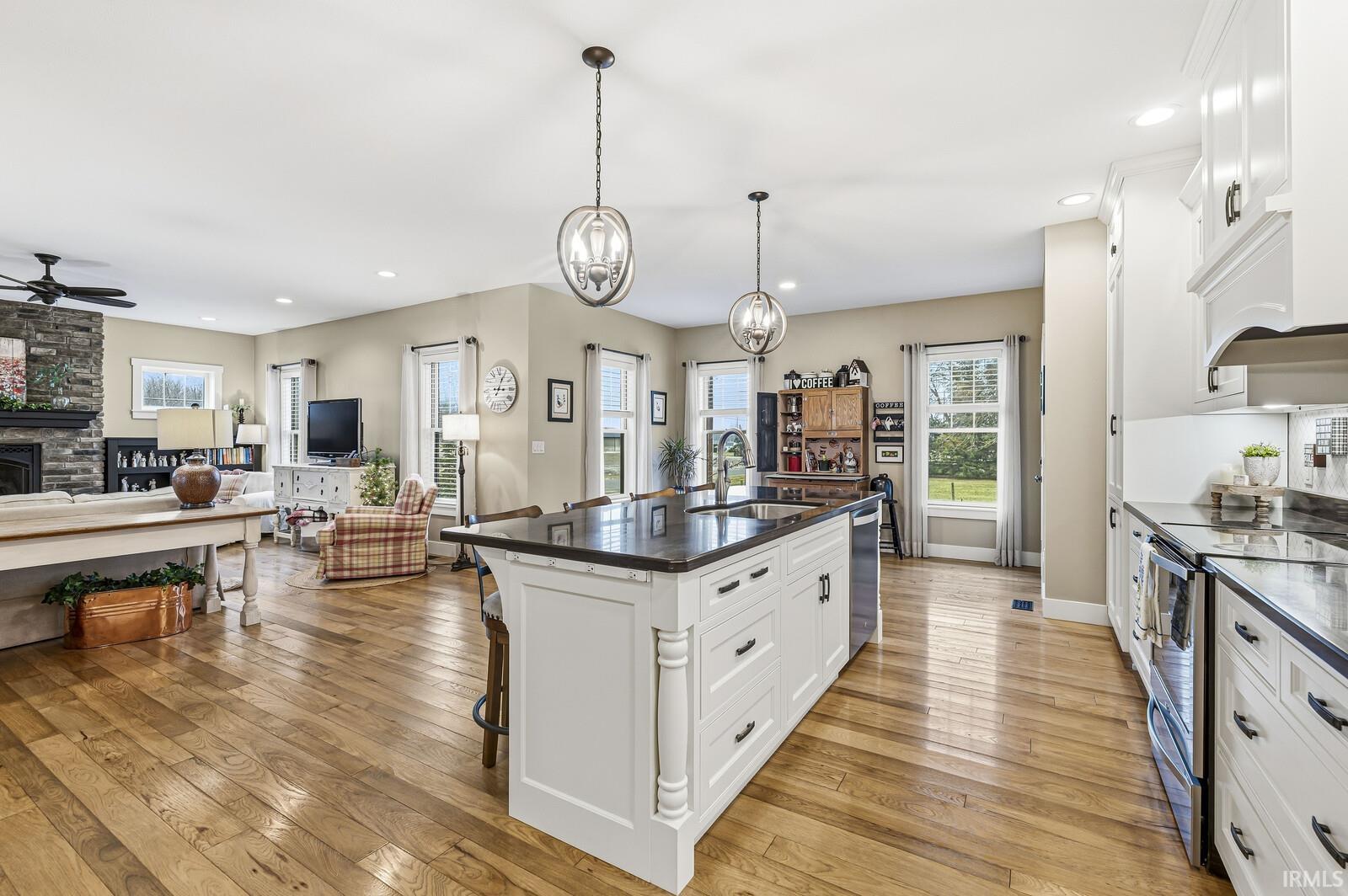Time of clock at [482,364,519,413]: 3:04
